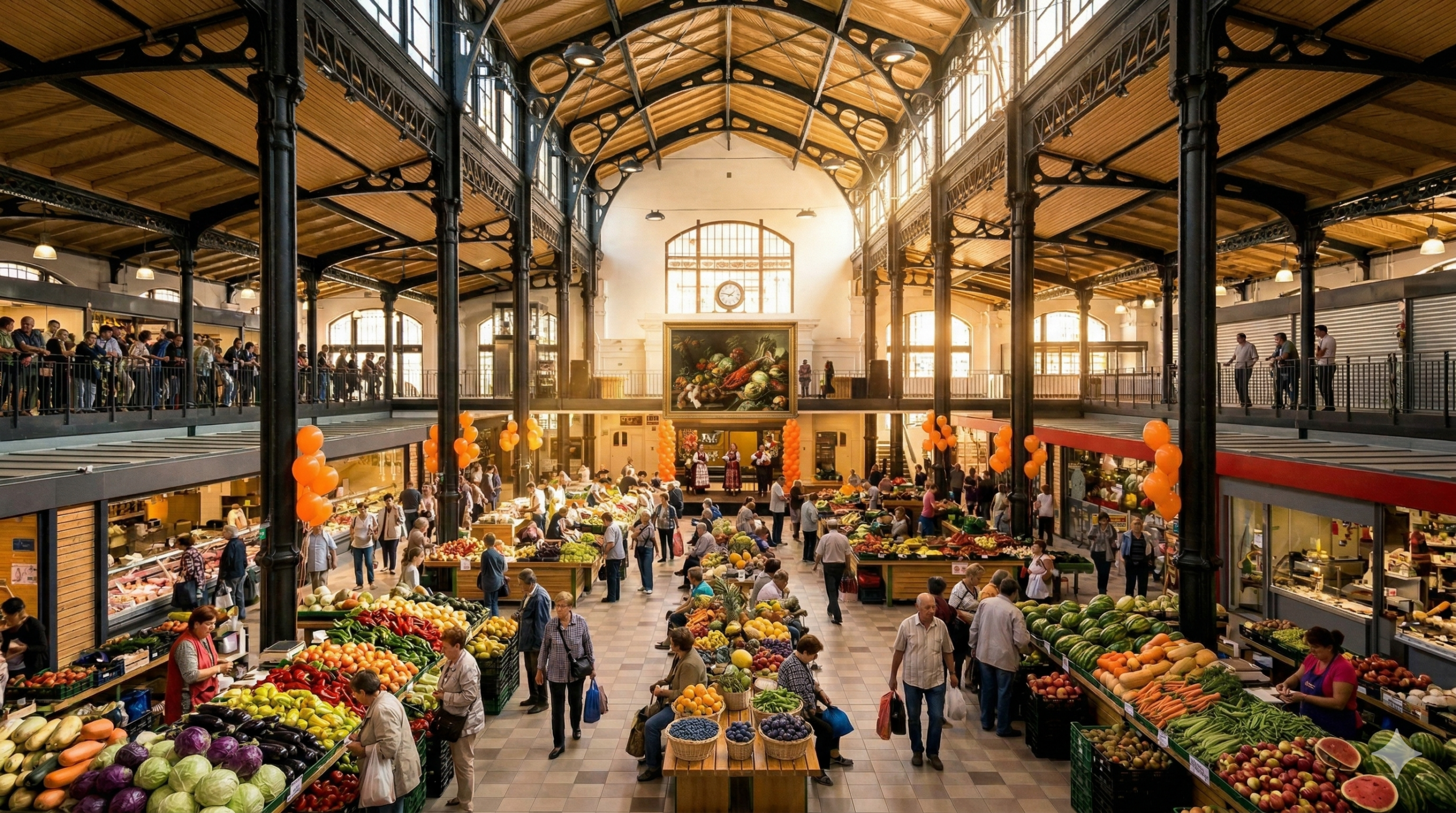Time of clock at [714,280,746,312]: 1:46
